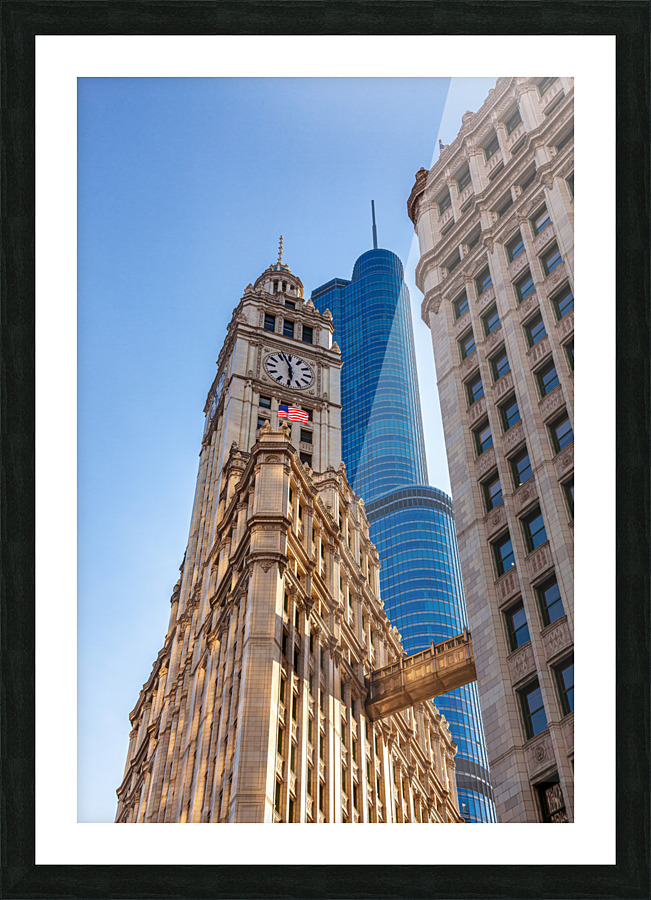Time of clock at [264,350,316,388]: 5:56
